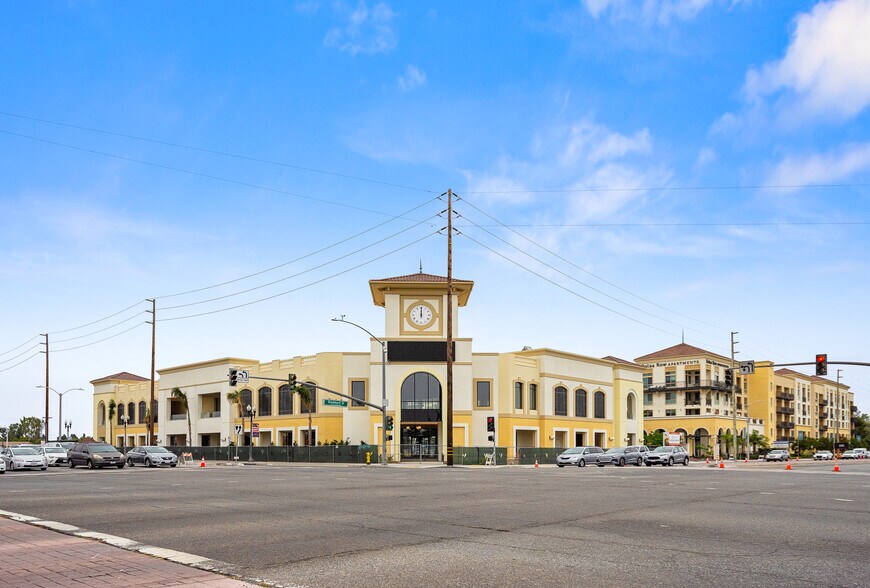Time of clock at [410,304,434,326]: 12:00
